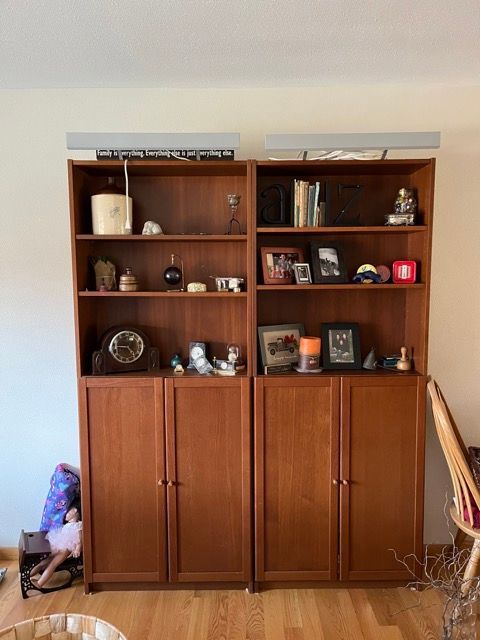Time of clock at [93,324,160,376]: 4:44
